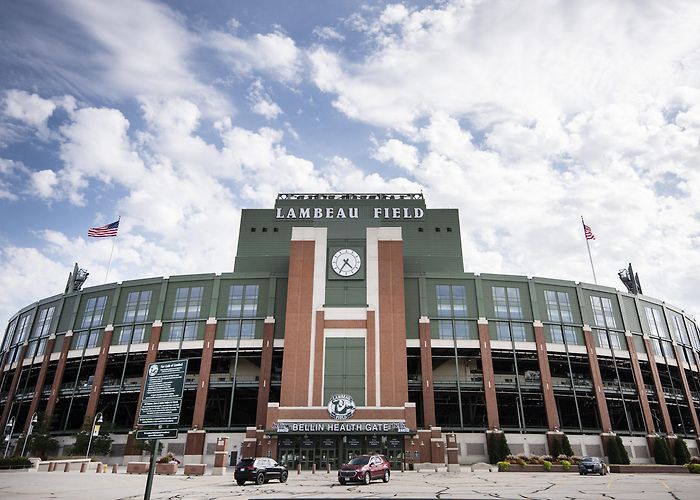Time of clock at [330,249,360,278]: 4:35
